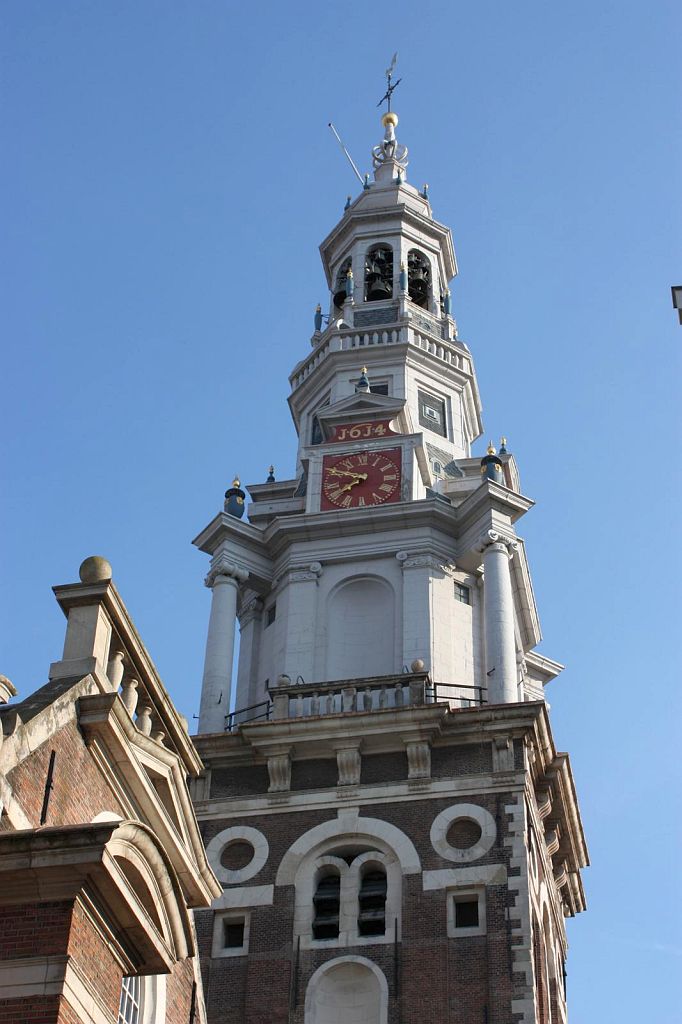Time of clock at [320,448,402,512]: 7:49
